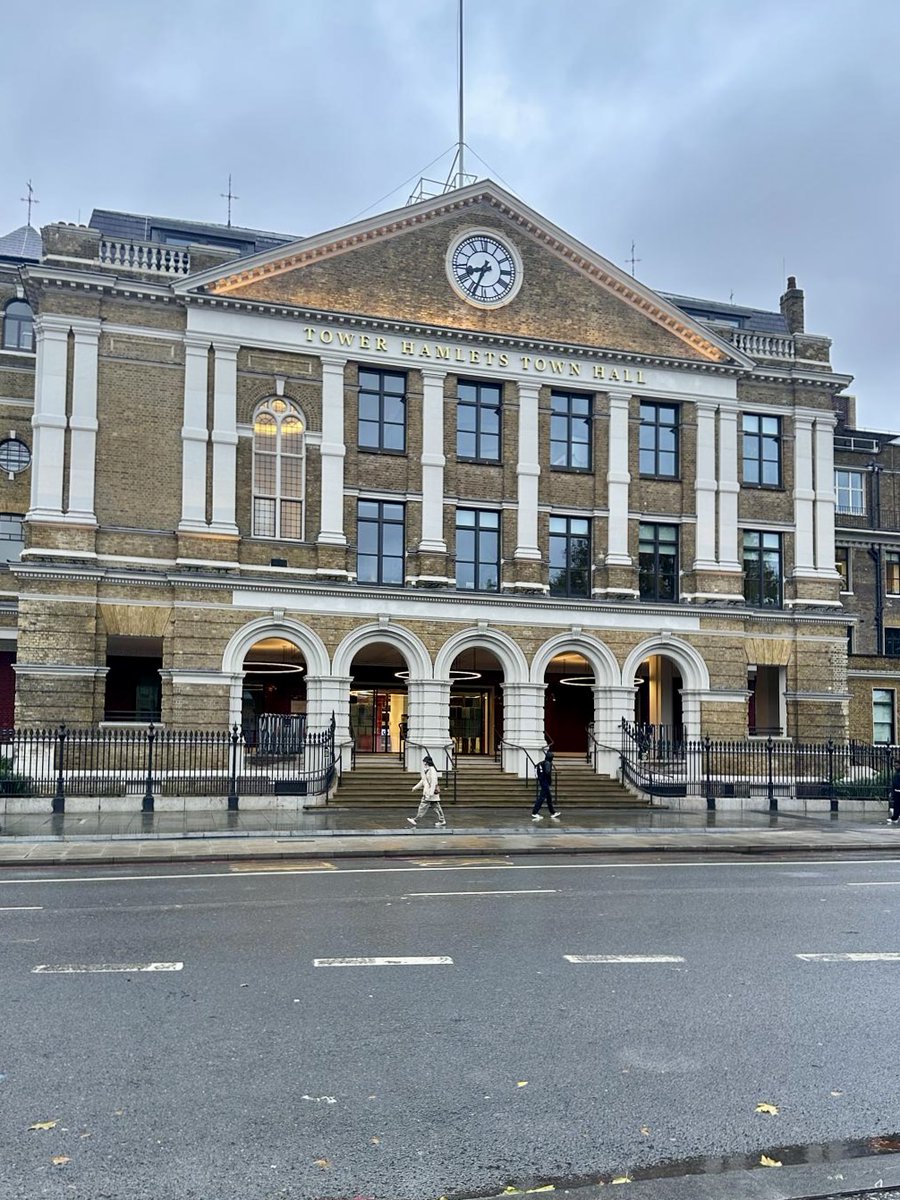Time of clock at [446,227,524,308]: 8:34
